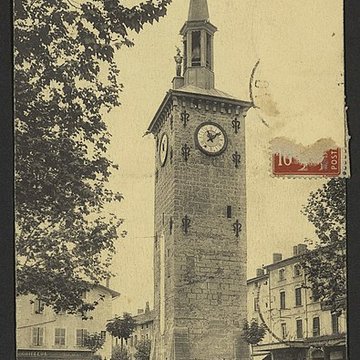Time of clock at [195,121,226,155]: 11:08
